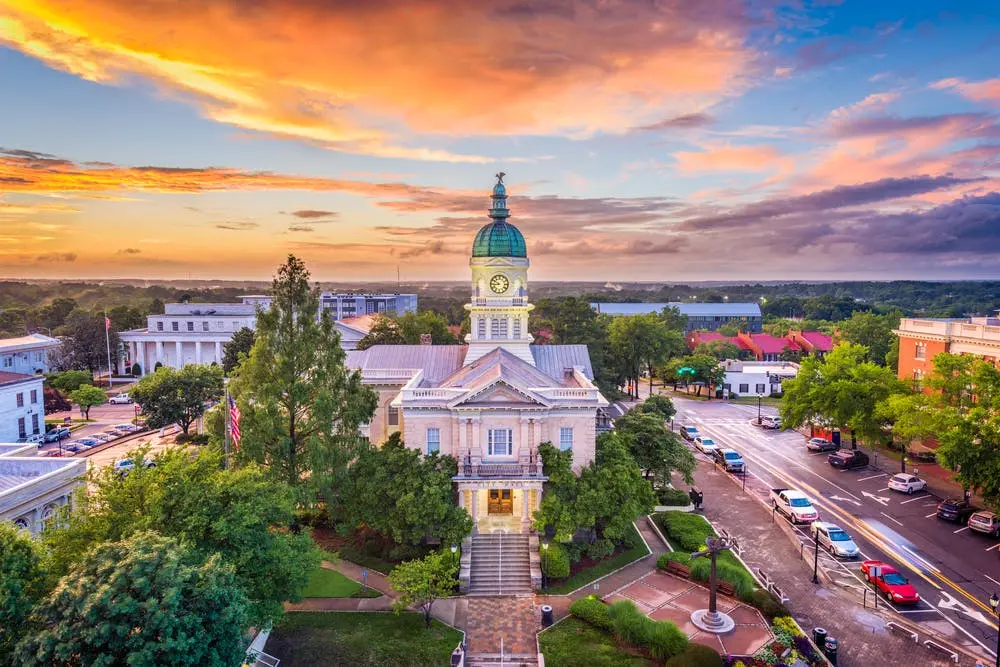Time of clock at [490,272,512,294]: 8:50
